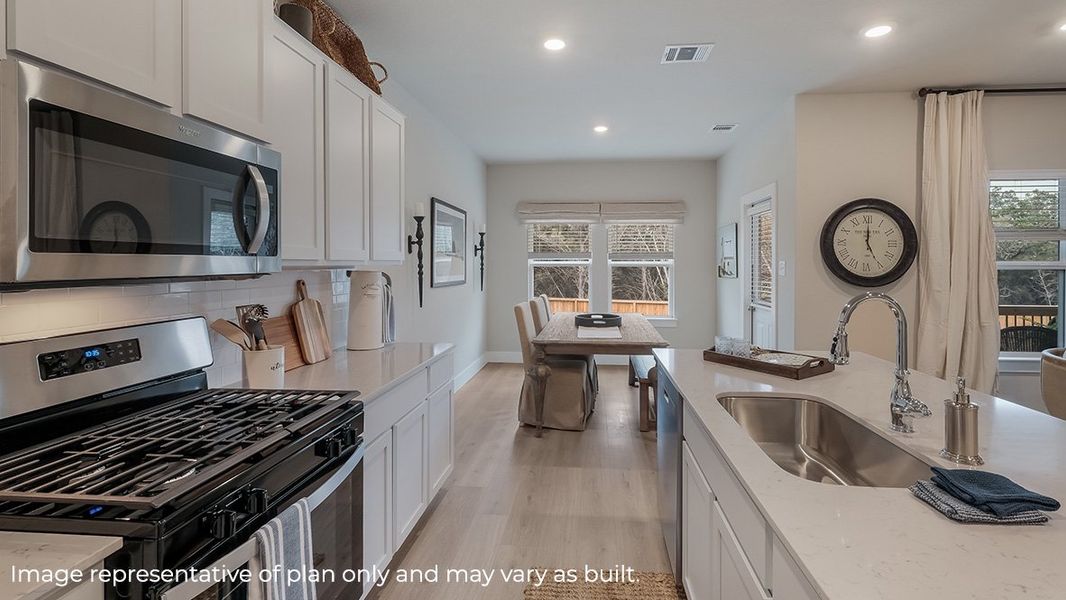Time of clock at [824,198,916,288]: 5:00
